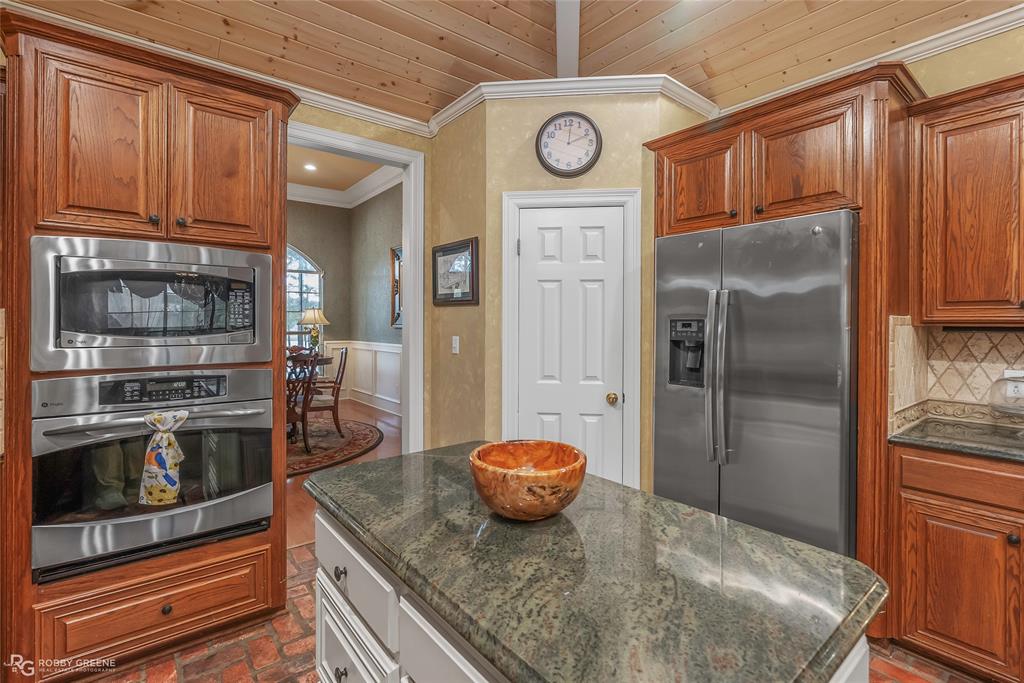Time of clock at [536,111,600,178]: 12:11
